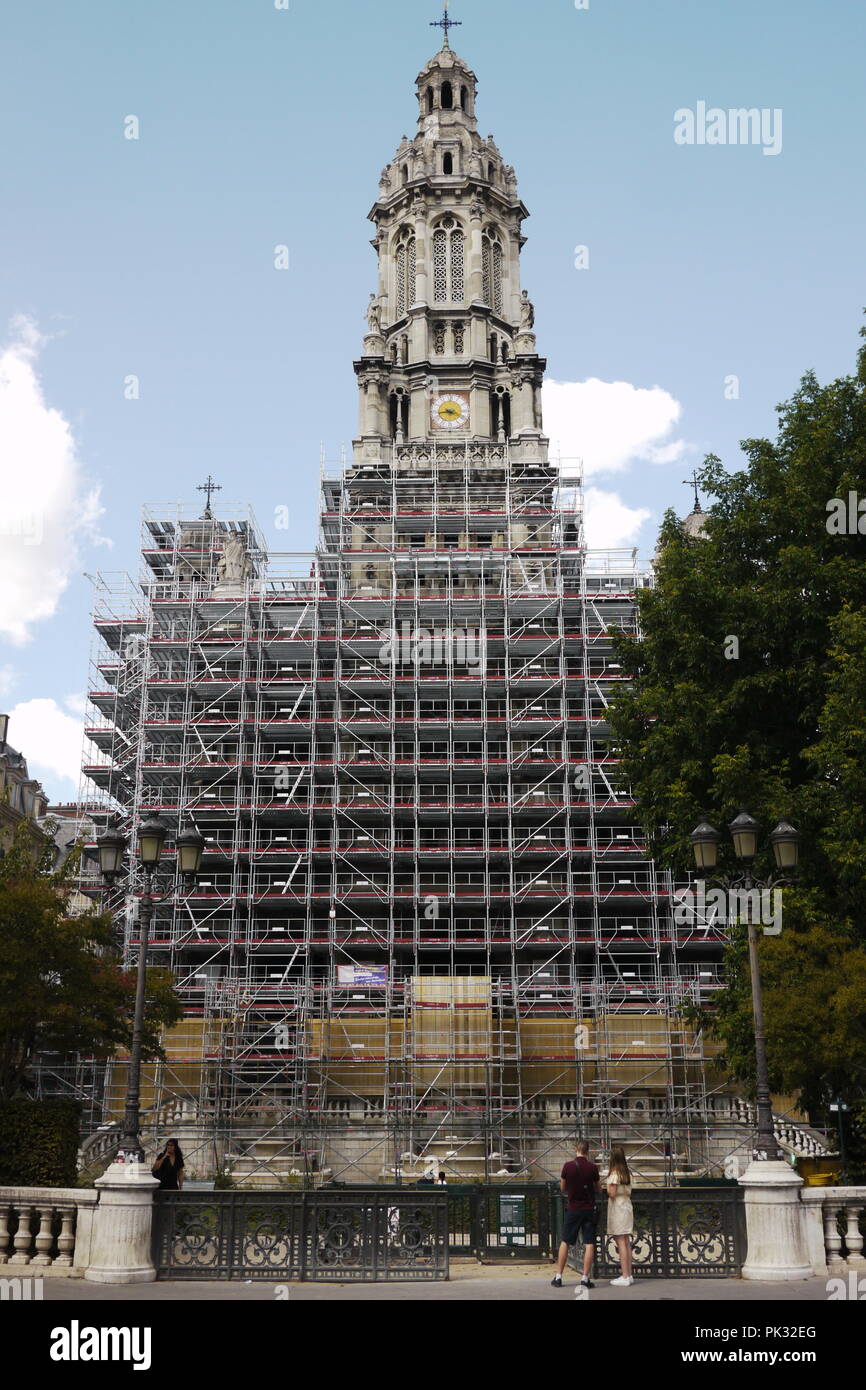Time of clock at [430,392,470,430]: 3:43
